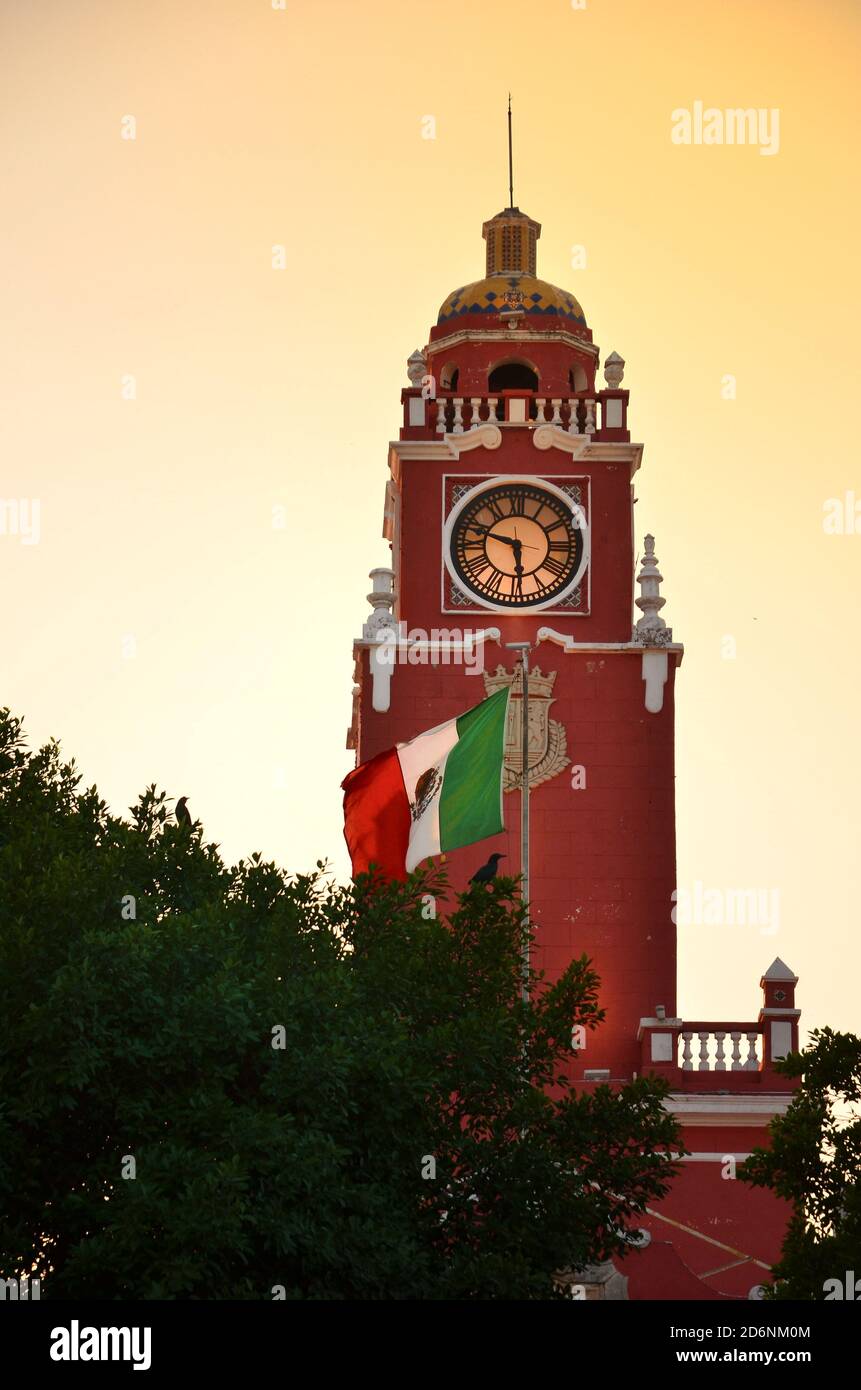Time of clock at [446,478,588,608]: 5:47
